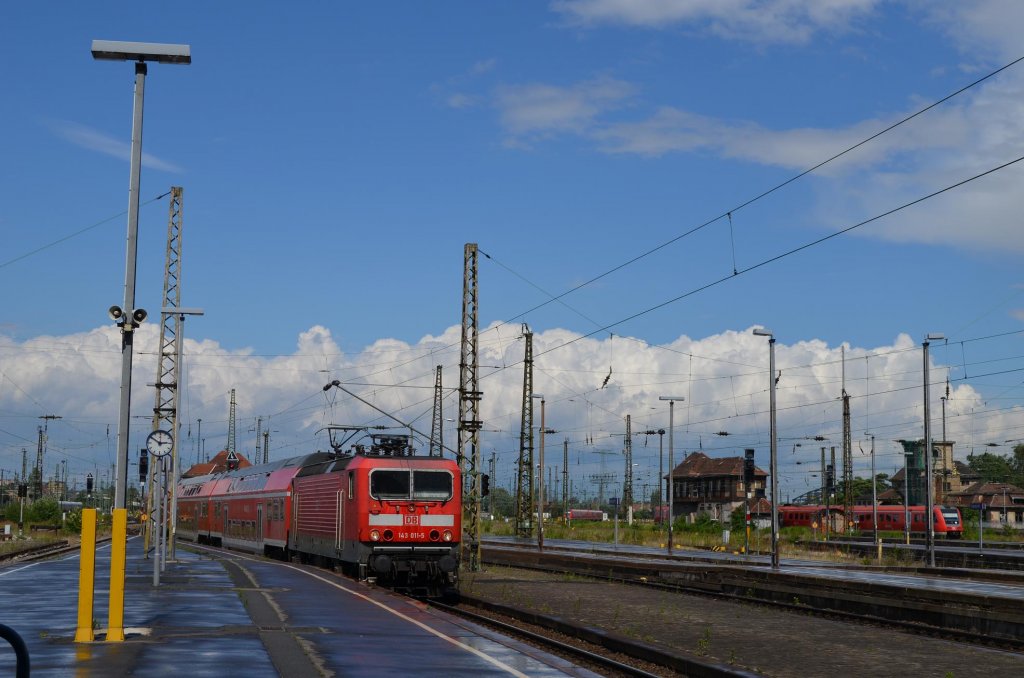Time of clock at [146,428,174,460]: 2:50
